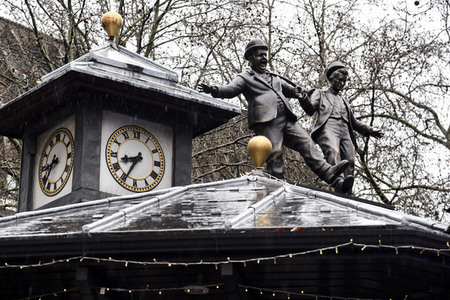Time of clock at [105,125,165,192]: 8:34
